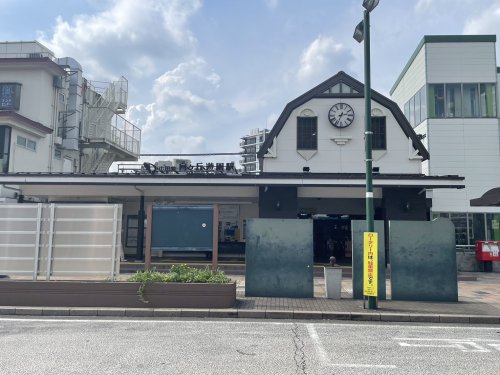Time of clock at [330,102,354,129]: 2:33
